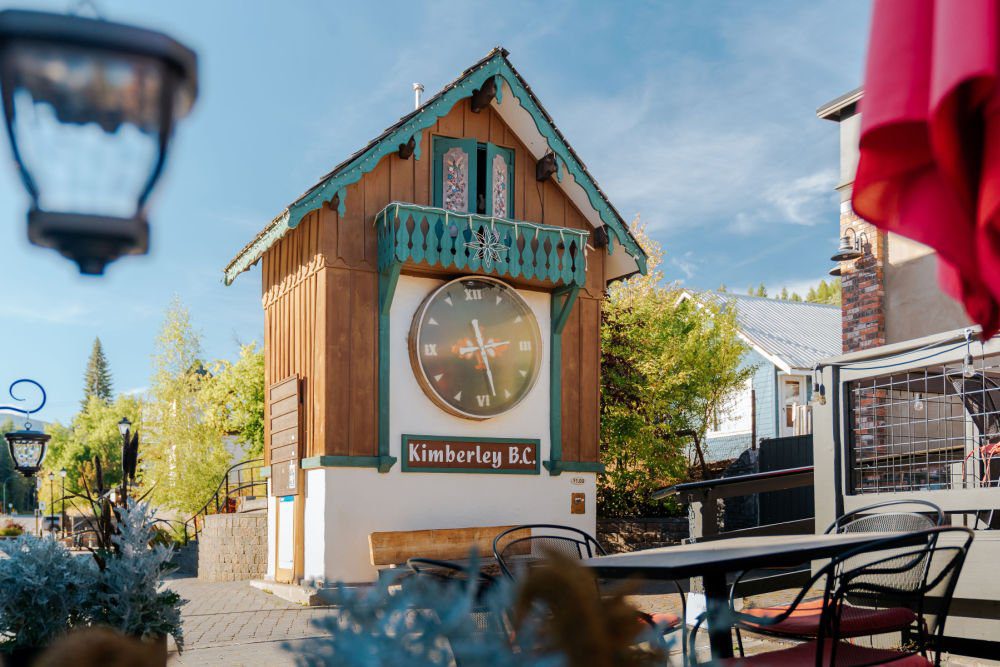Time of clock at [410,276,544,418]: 2:27
